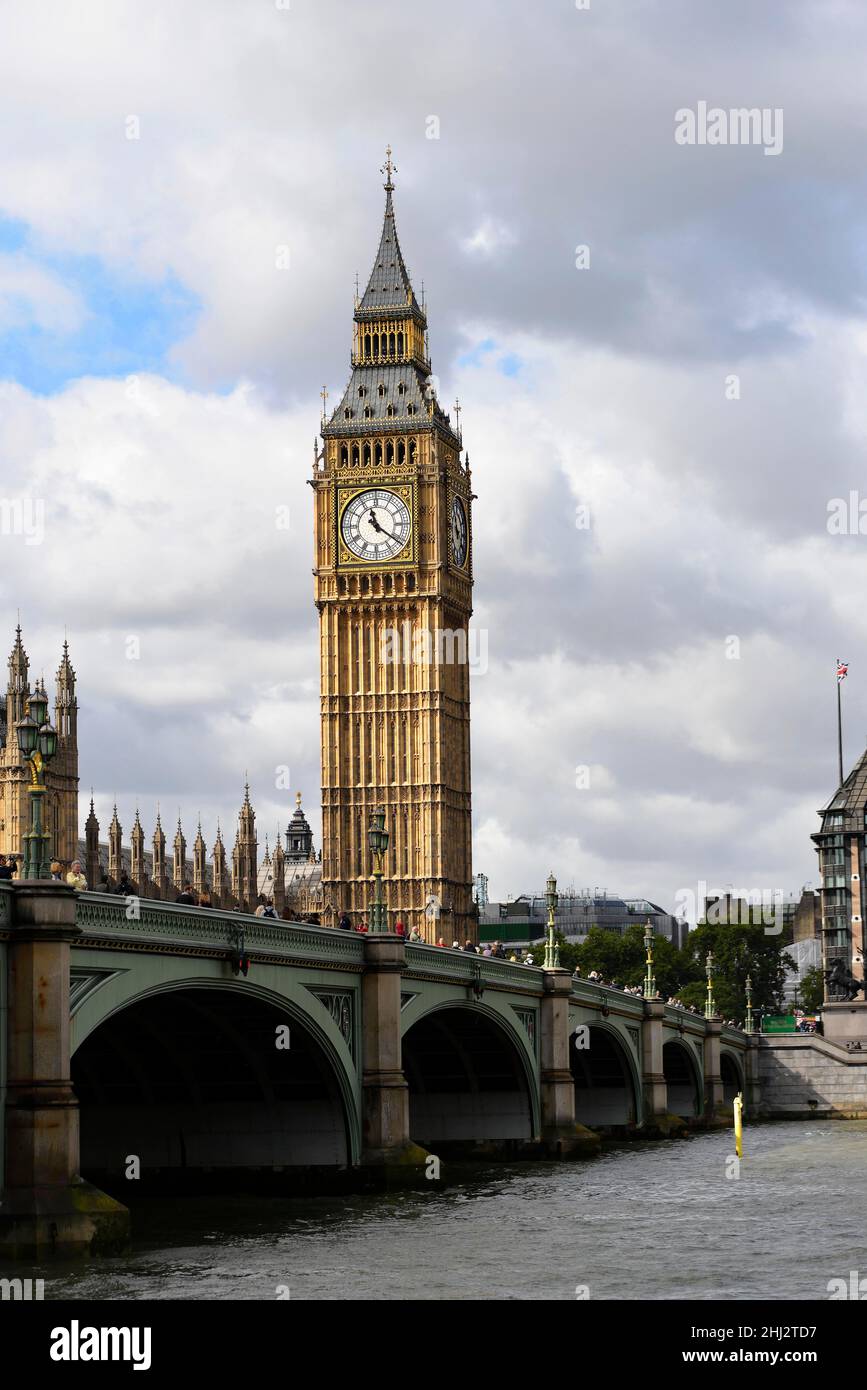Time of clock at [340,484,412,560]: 11:21
